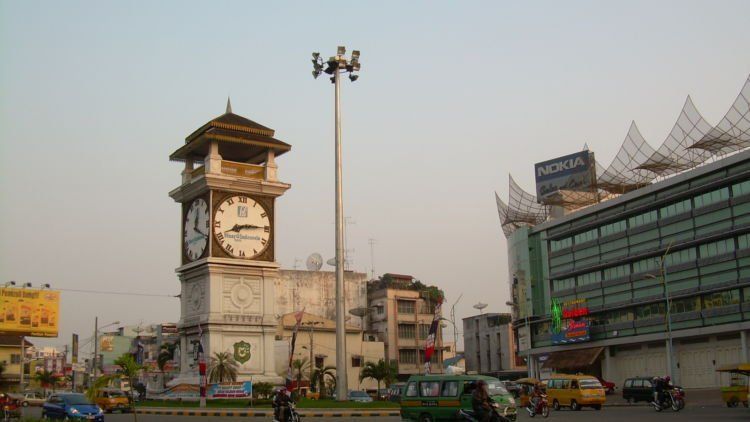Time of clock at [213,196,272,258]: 8:14
